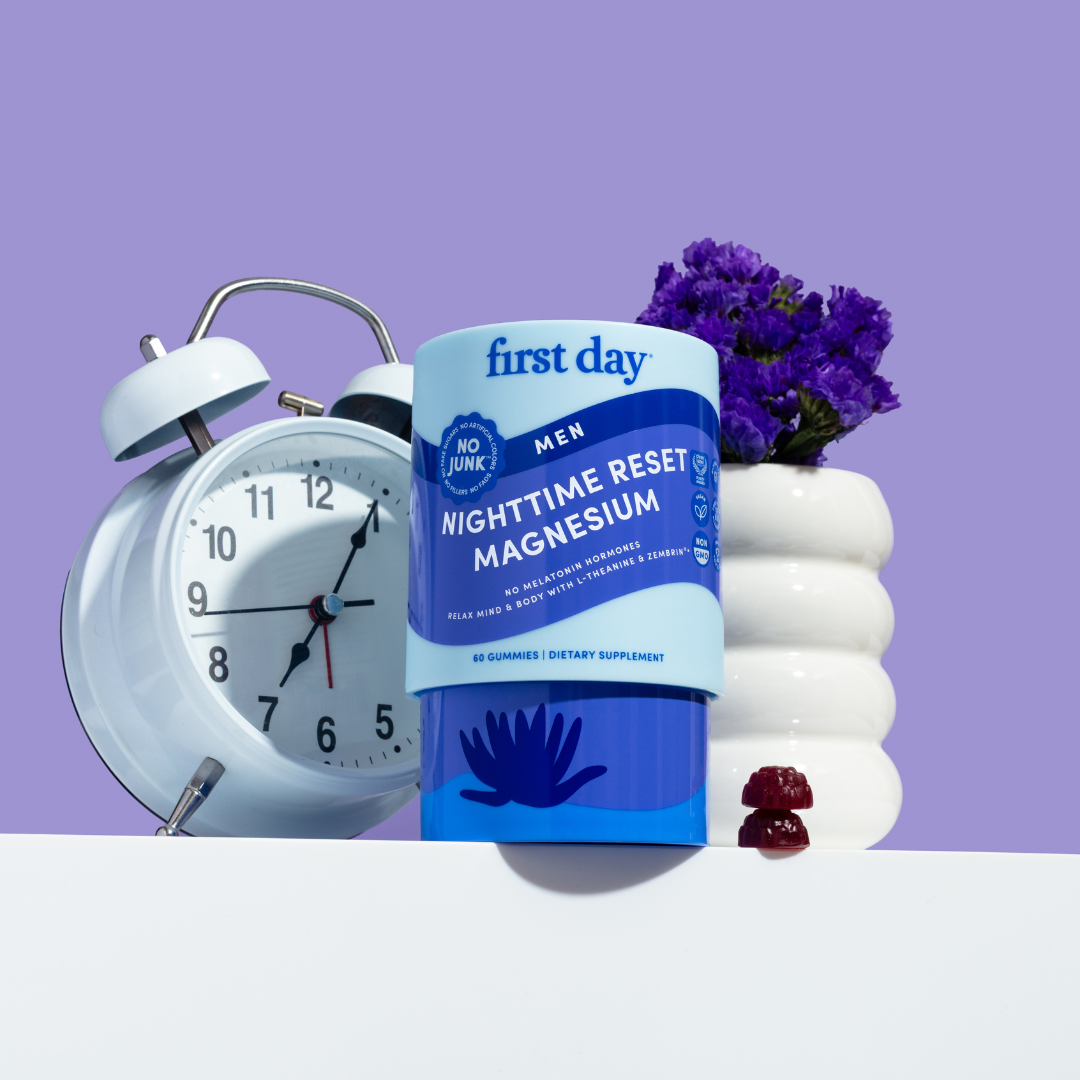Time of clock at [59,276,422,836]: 7:04
